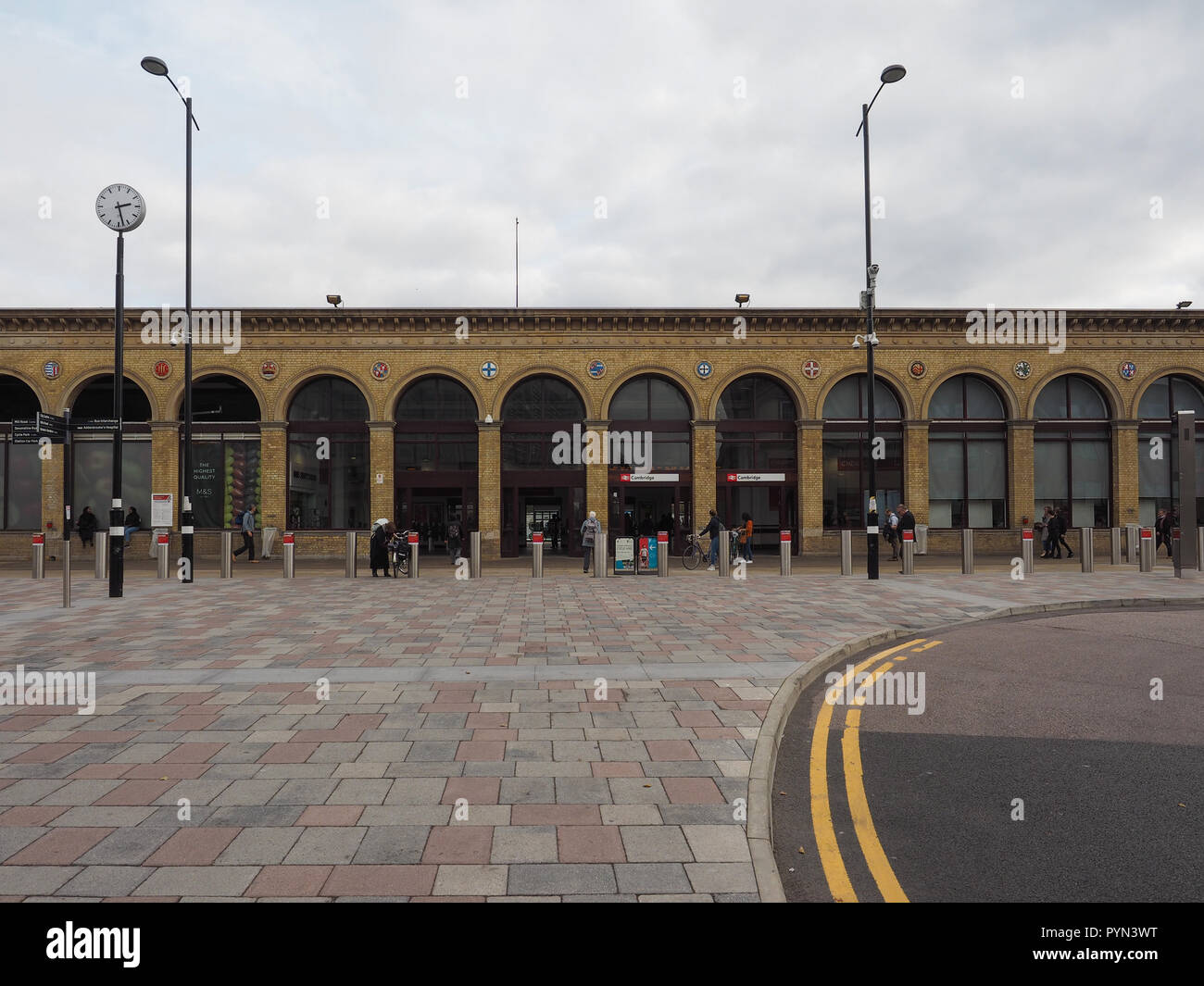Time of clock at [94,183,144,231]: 2:27
